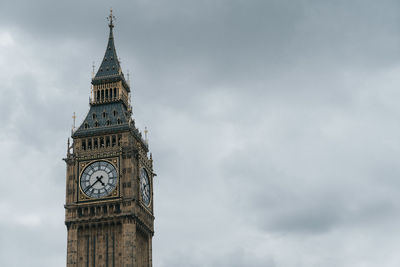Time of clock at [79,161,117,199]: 4:38
